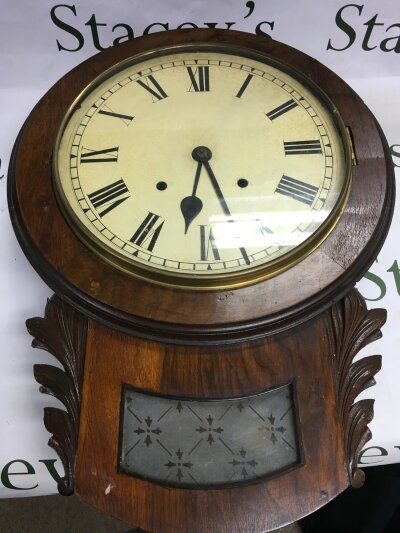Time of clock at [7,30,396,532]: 6:26
